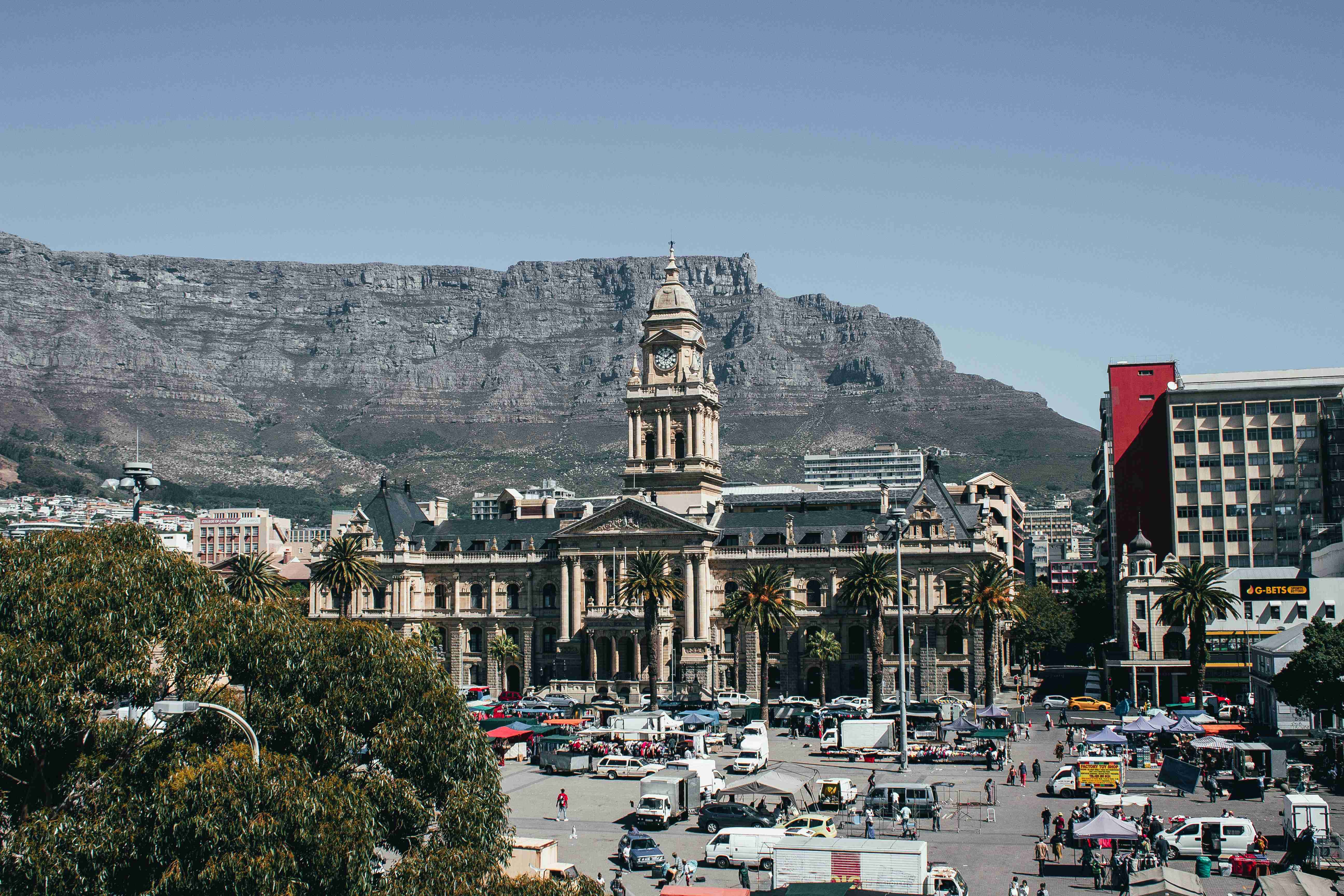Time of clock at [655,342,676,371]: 1:49
